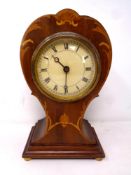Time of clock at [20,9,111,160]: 10:30
